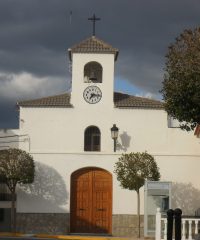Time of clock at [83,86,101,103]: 7:15
